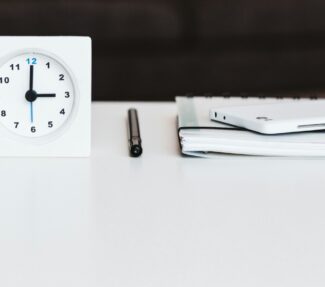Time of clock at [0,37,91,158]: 3:00
